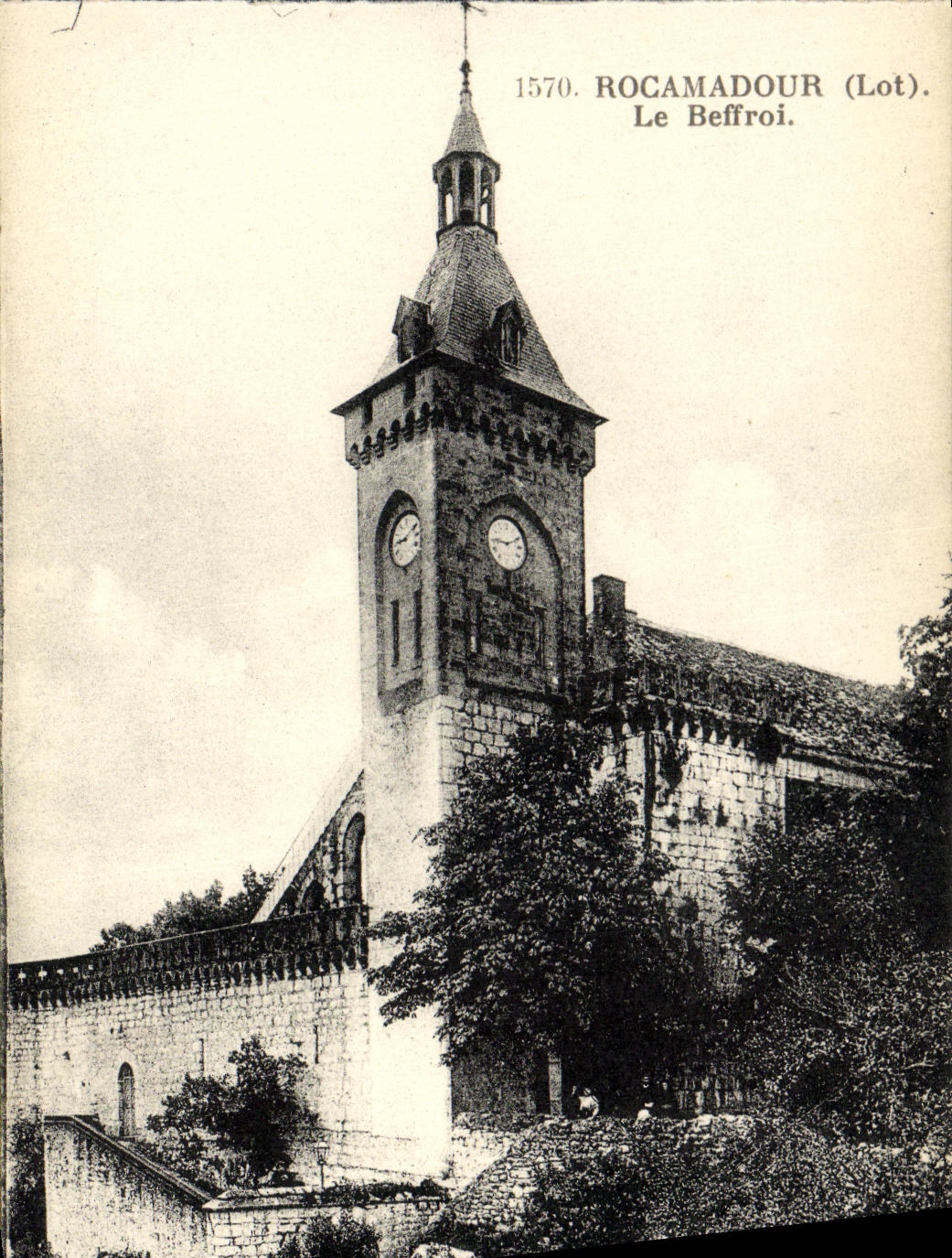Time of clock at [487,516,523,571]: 9:10
